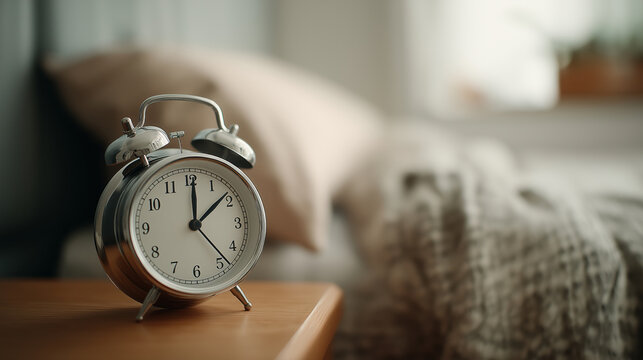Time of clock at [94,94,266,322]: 12:08
